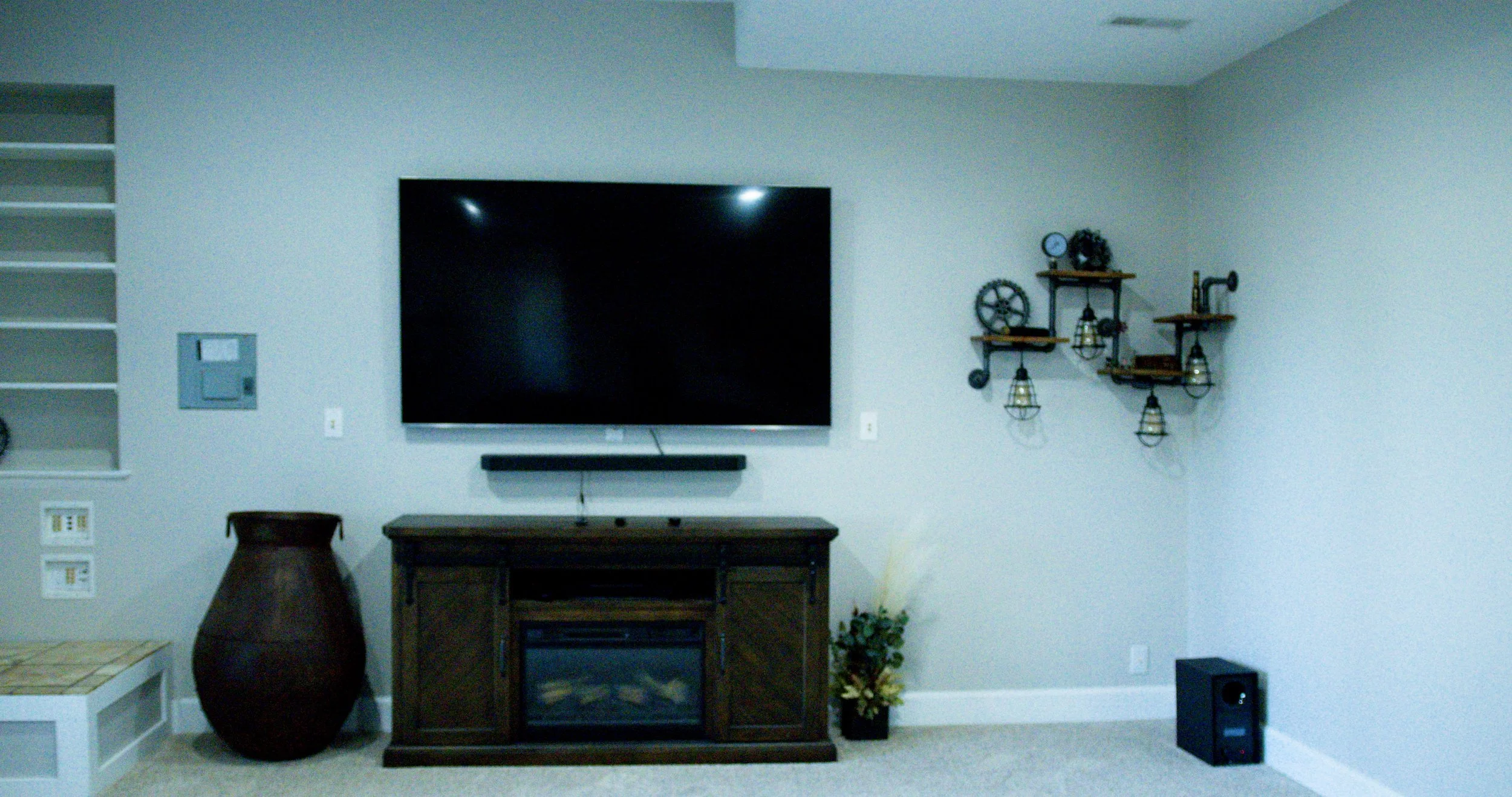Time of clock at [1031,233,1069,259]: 7:37
